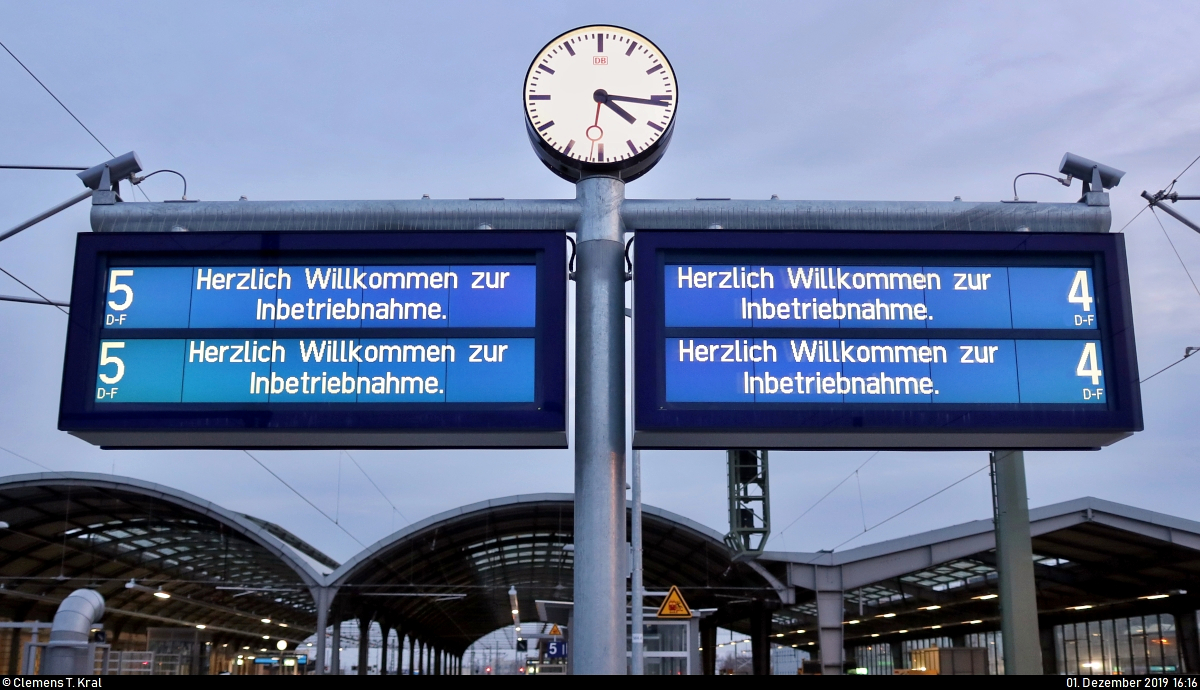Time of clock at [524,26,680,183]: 4:16
